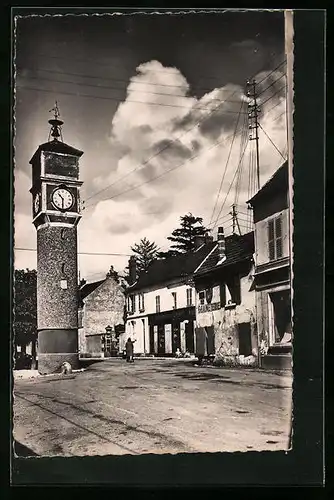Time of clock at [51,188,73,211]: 10:30
